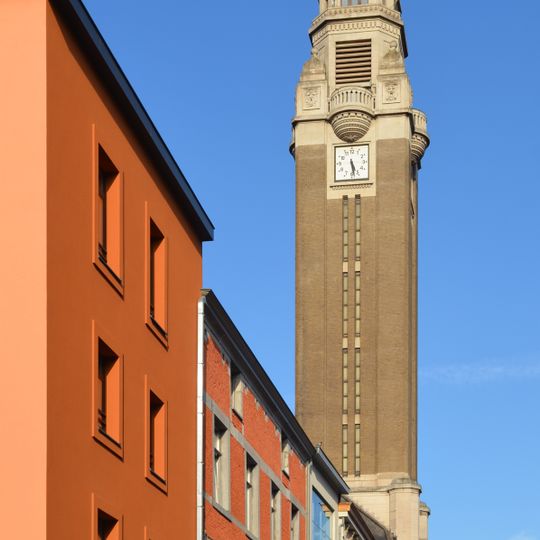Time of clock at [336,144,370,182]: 5:28
